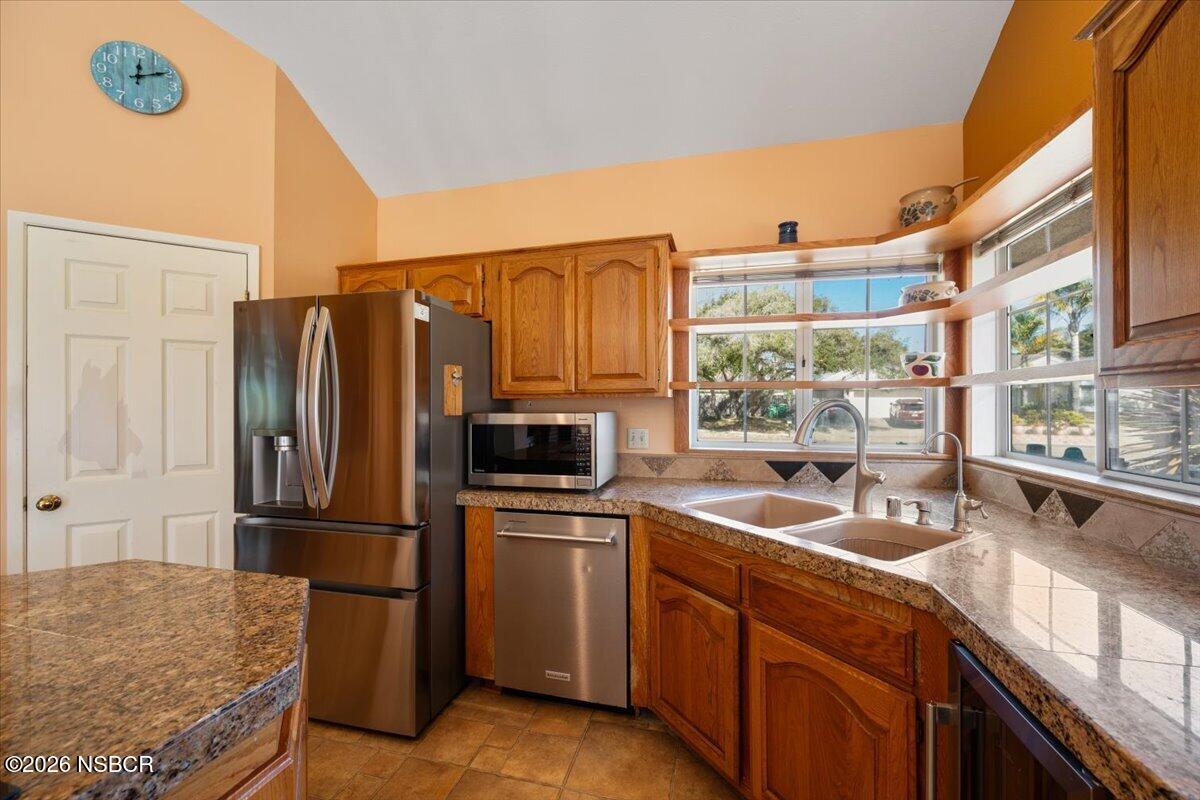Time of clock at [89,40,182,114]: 12:10
